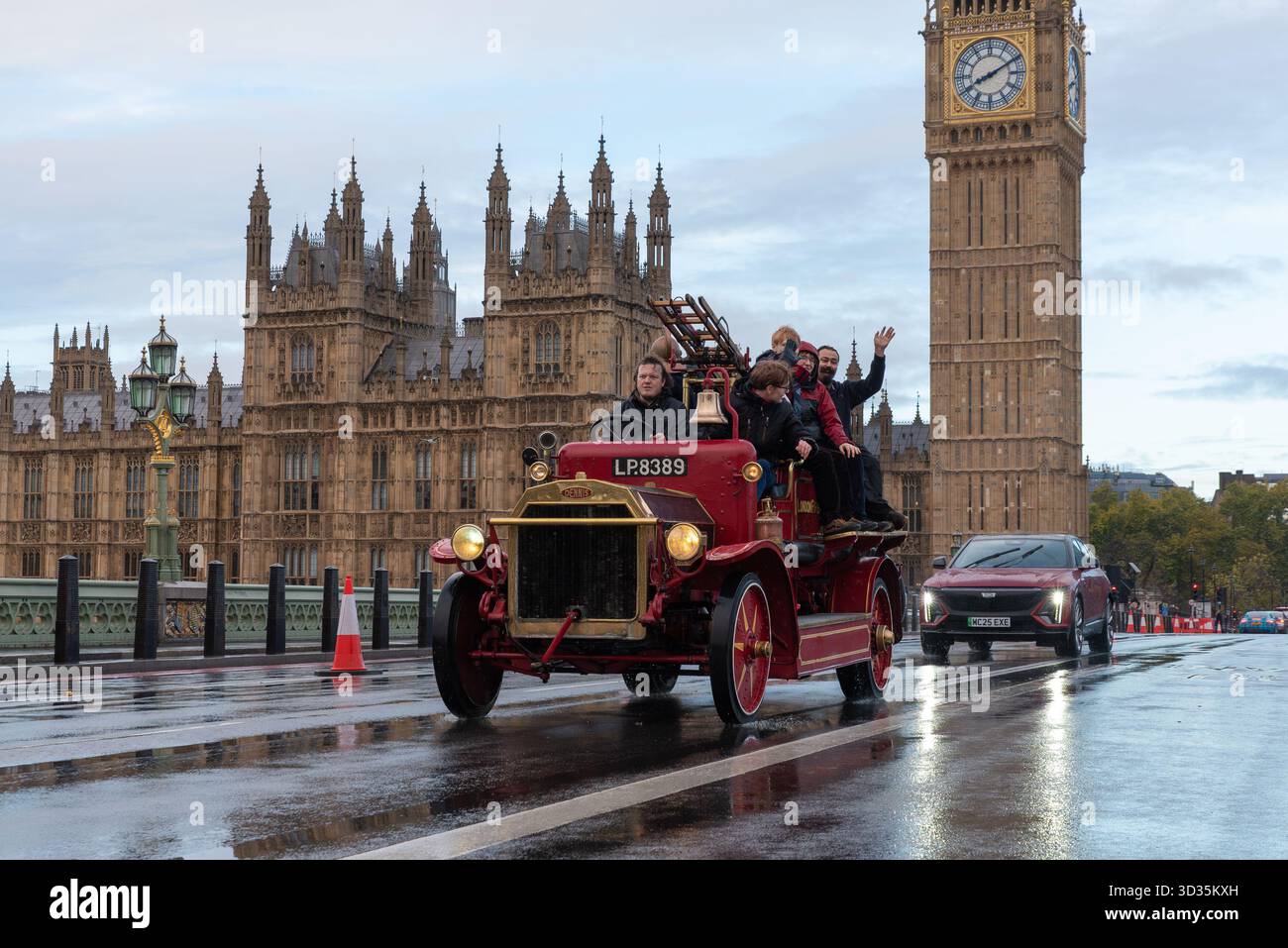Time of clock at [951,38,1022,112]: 8:10
